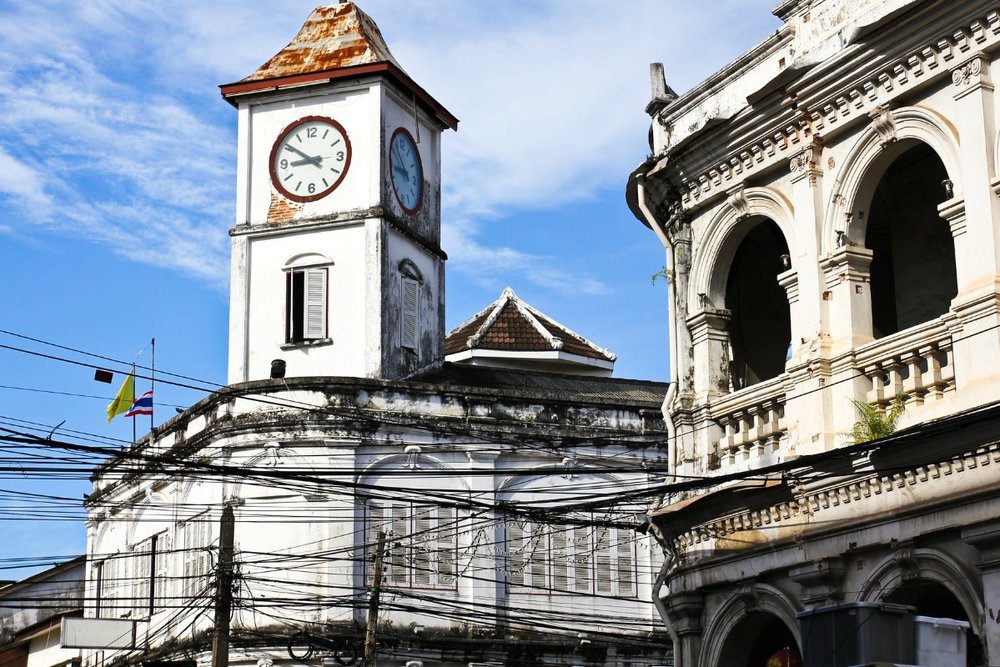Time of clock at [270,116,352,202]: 8:50
